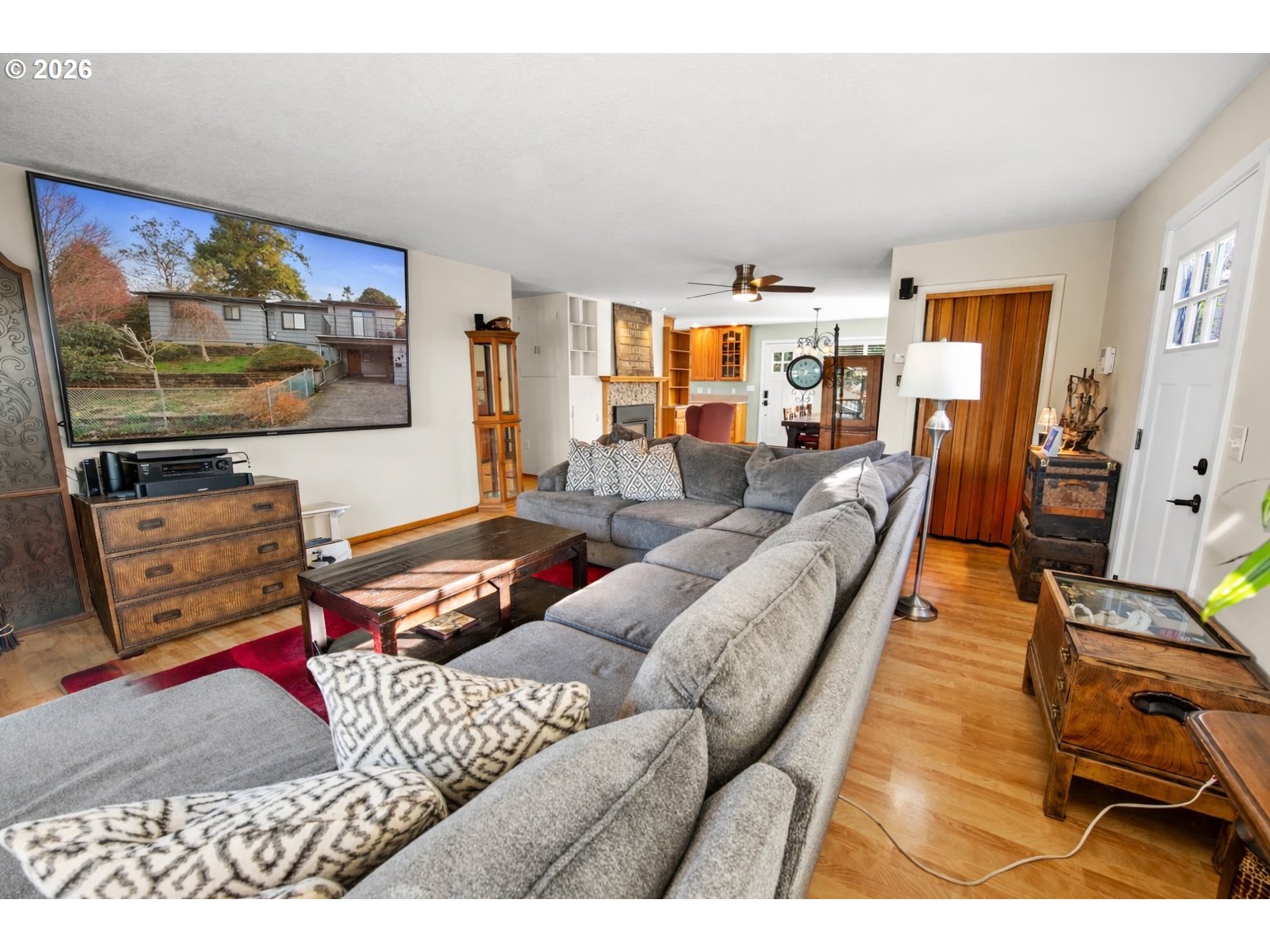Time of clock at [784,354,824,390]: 10:16
